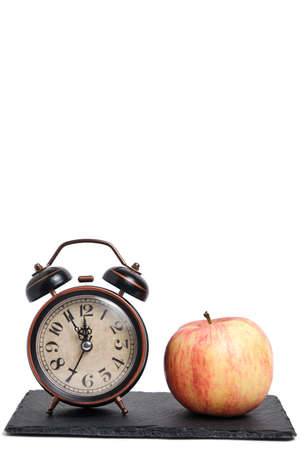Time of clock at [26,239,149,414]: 11:55
